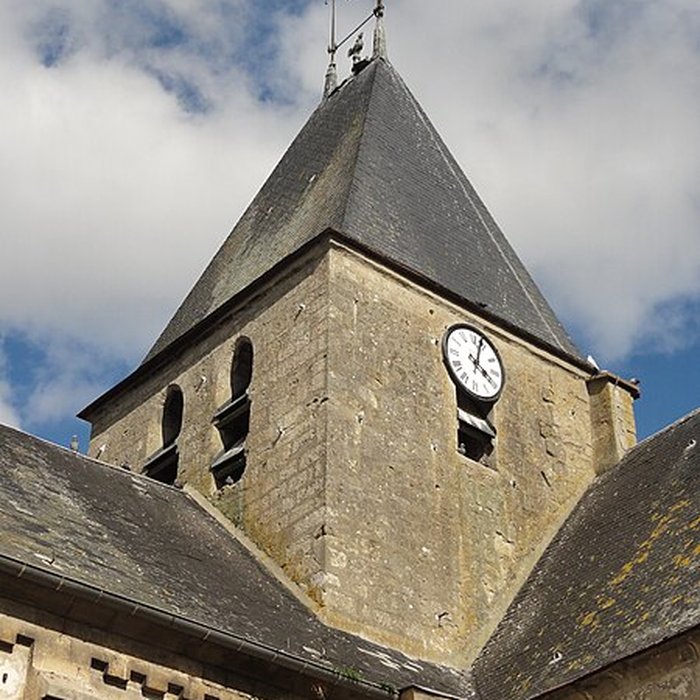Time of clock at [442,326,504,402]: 4:02
